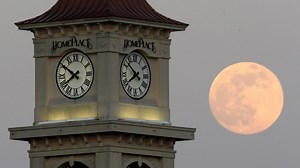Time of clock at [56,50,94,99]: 7:50
